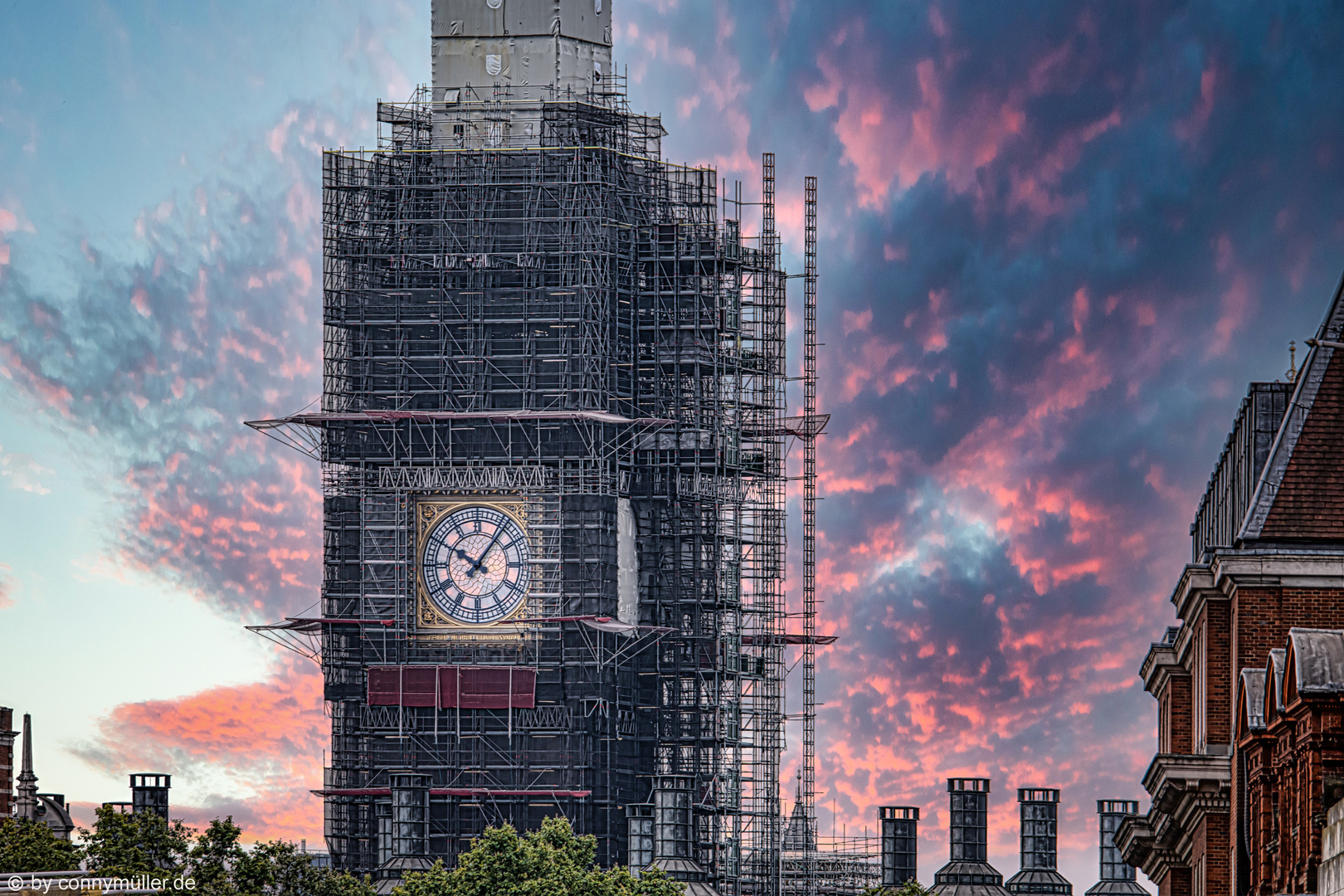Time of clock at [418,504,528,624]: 10:06
